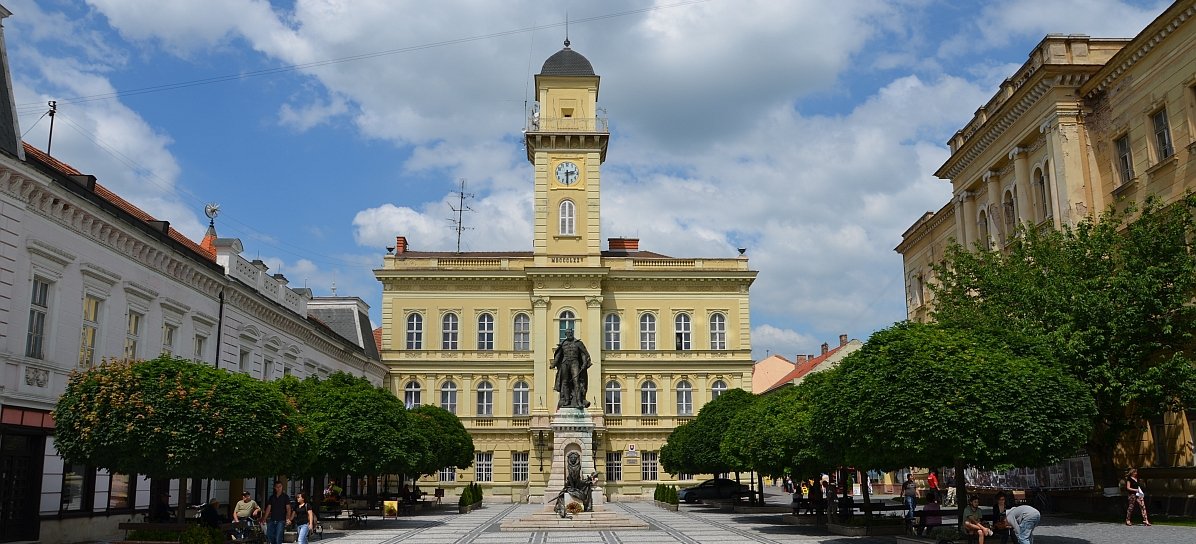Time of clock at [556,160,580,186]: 2:29
